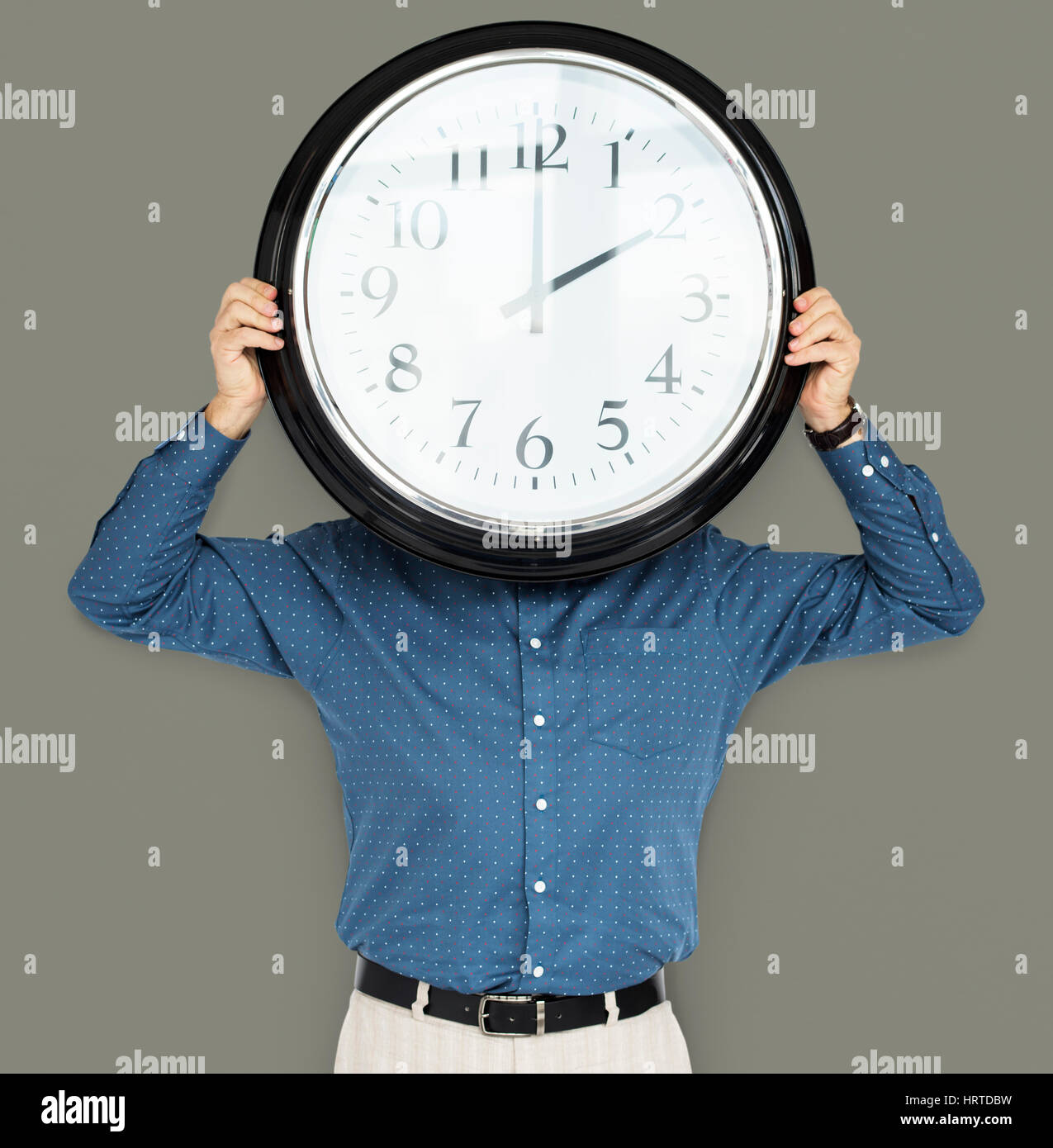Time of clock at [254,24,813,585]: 2:00
